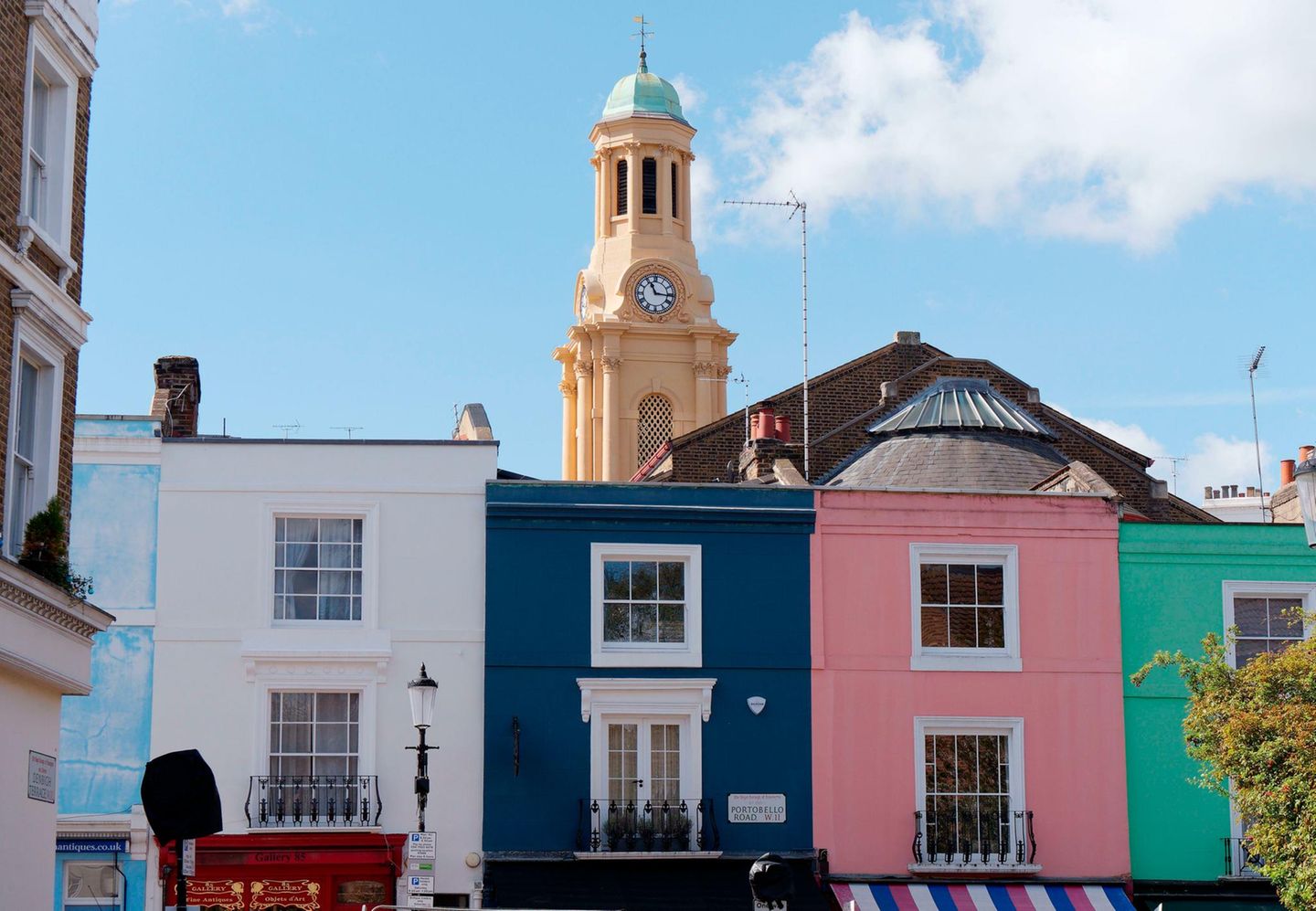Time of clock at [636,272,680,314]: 11:16
